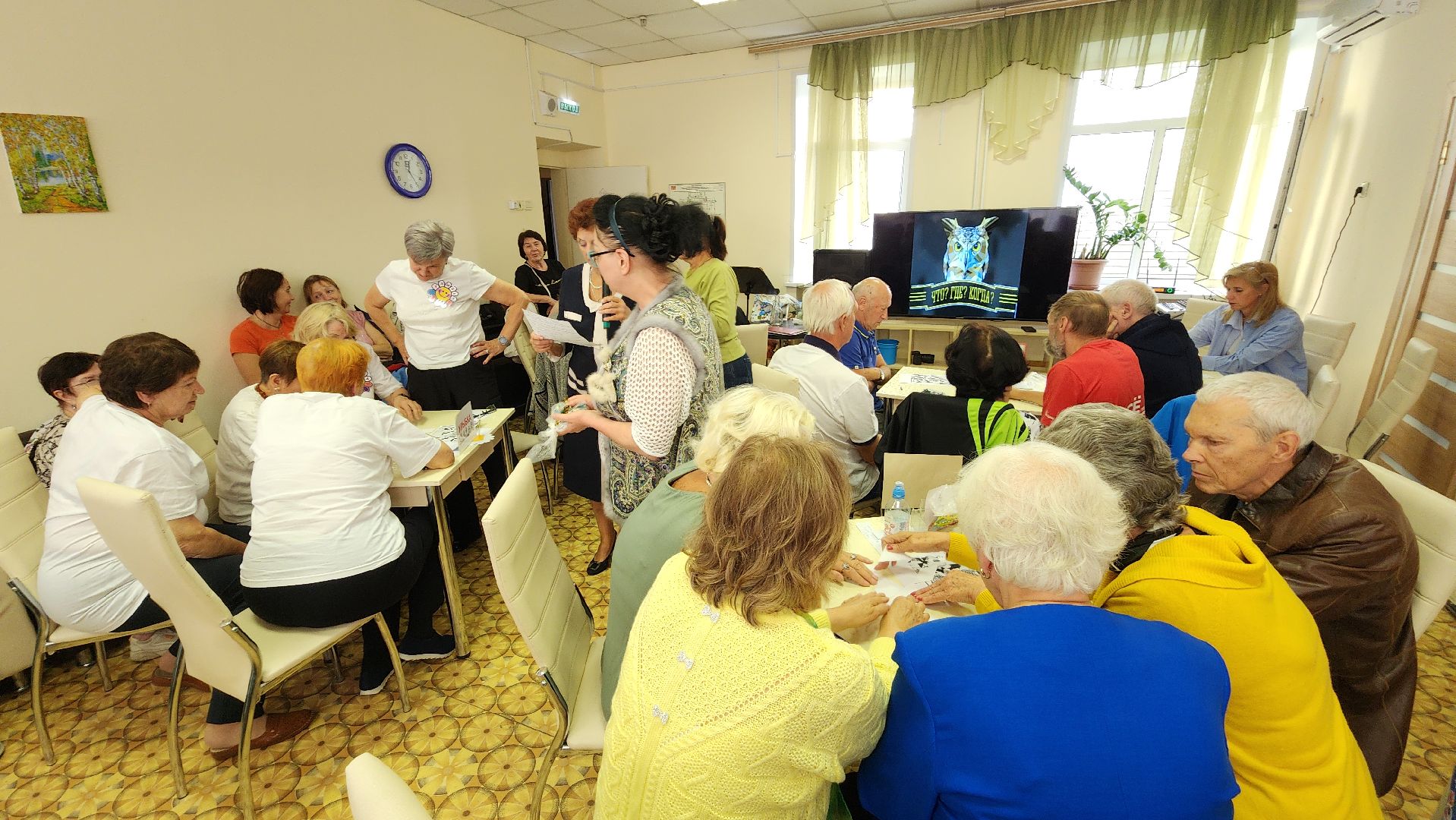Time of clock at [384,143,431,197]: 12:24
